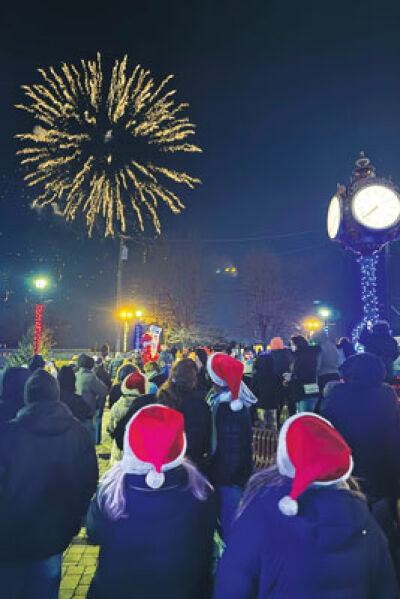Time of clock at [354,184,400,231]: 7:38
